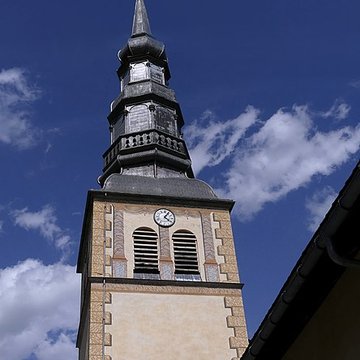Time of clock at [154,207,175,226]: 4:04
